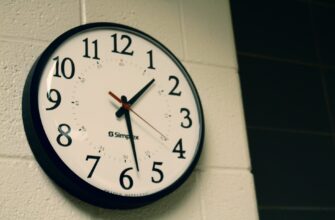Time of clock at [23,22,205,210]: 1:28
